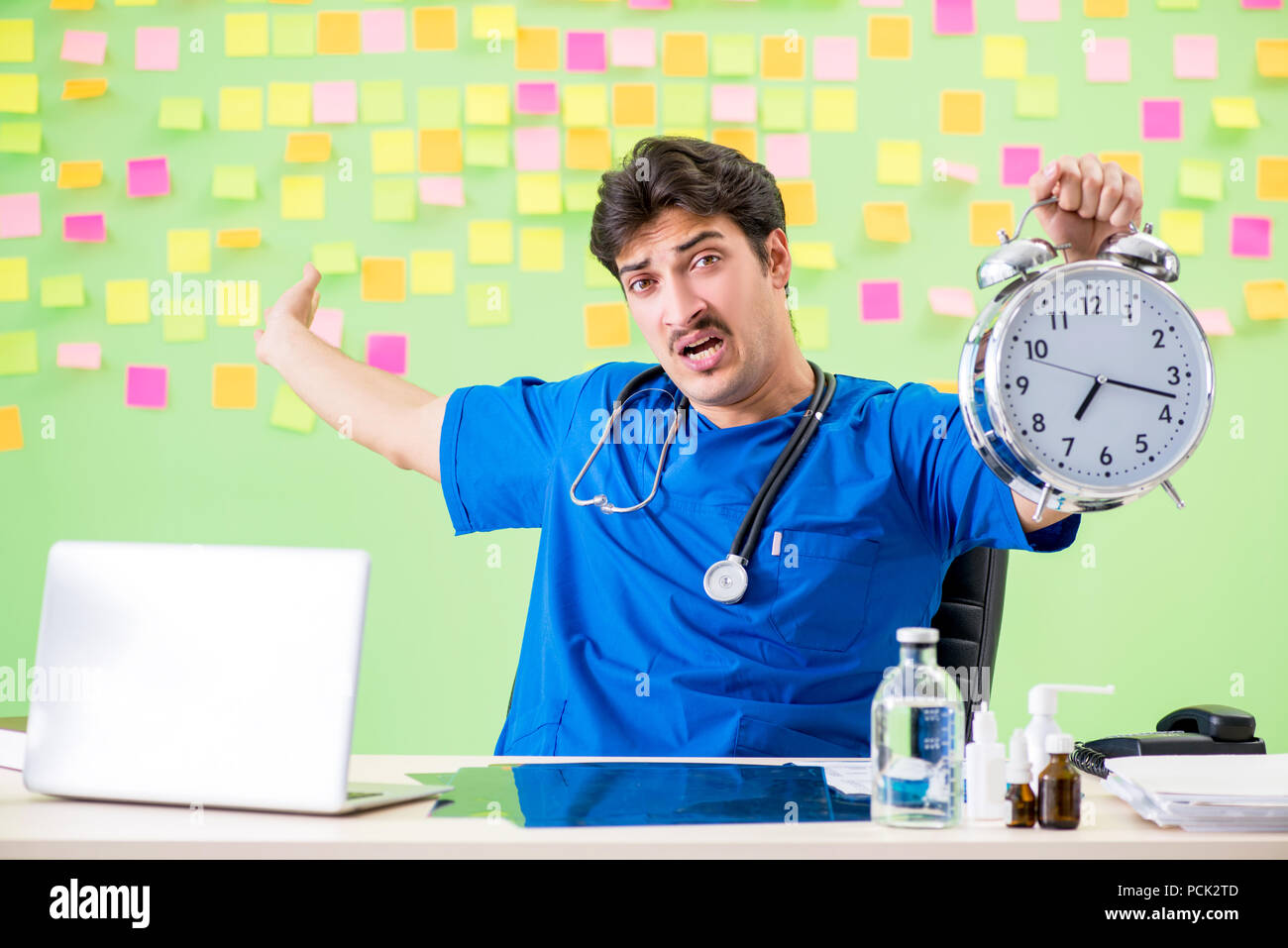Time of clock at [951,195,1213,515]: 7:17
